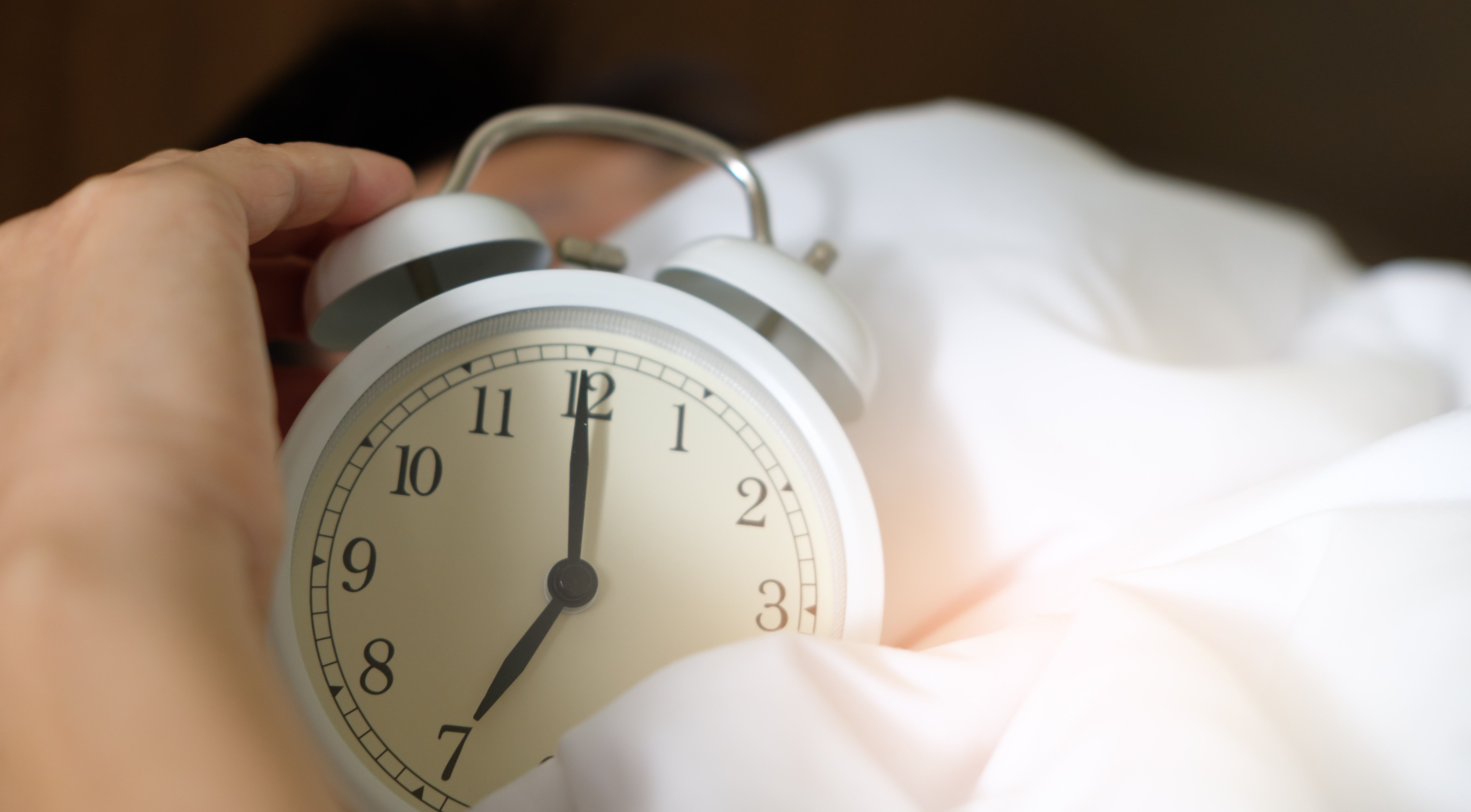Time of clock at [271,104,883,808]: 7:00
